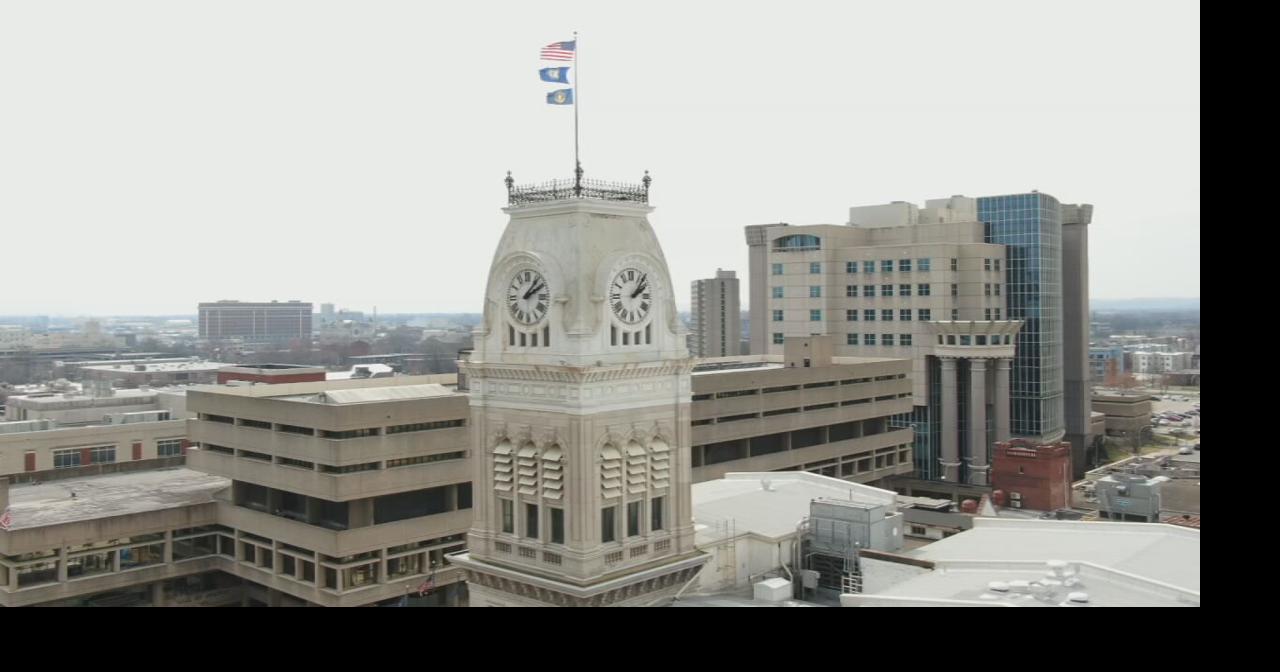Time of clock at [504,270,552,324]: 2:06
